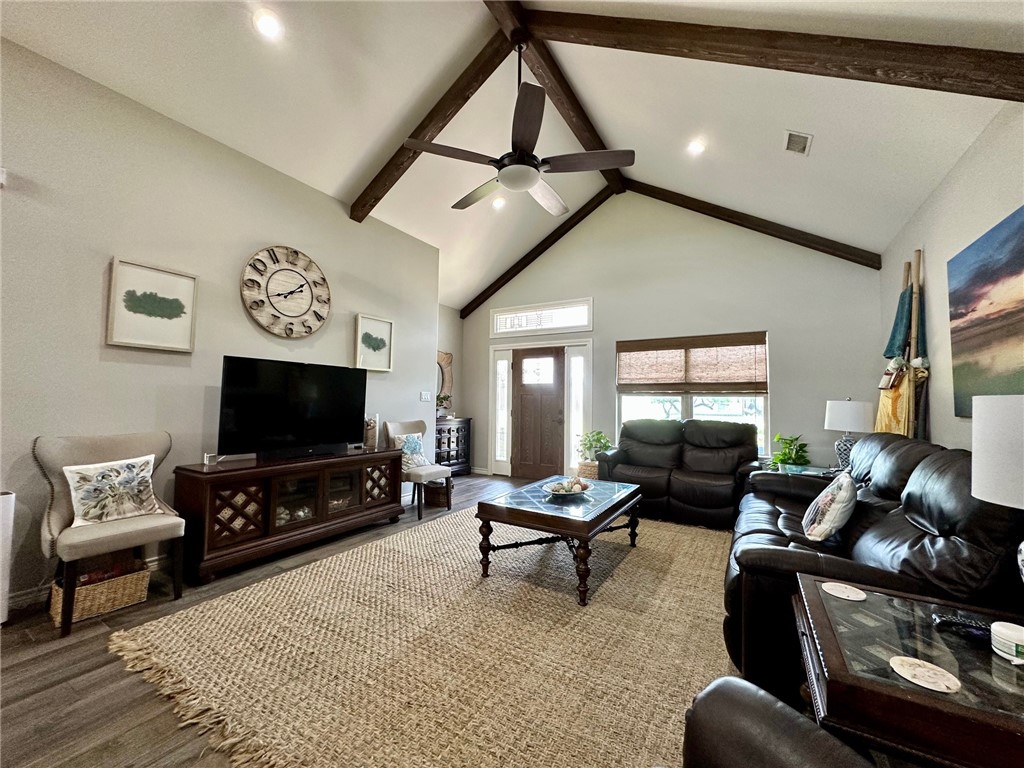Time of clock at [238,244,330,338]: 1:41
